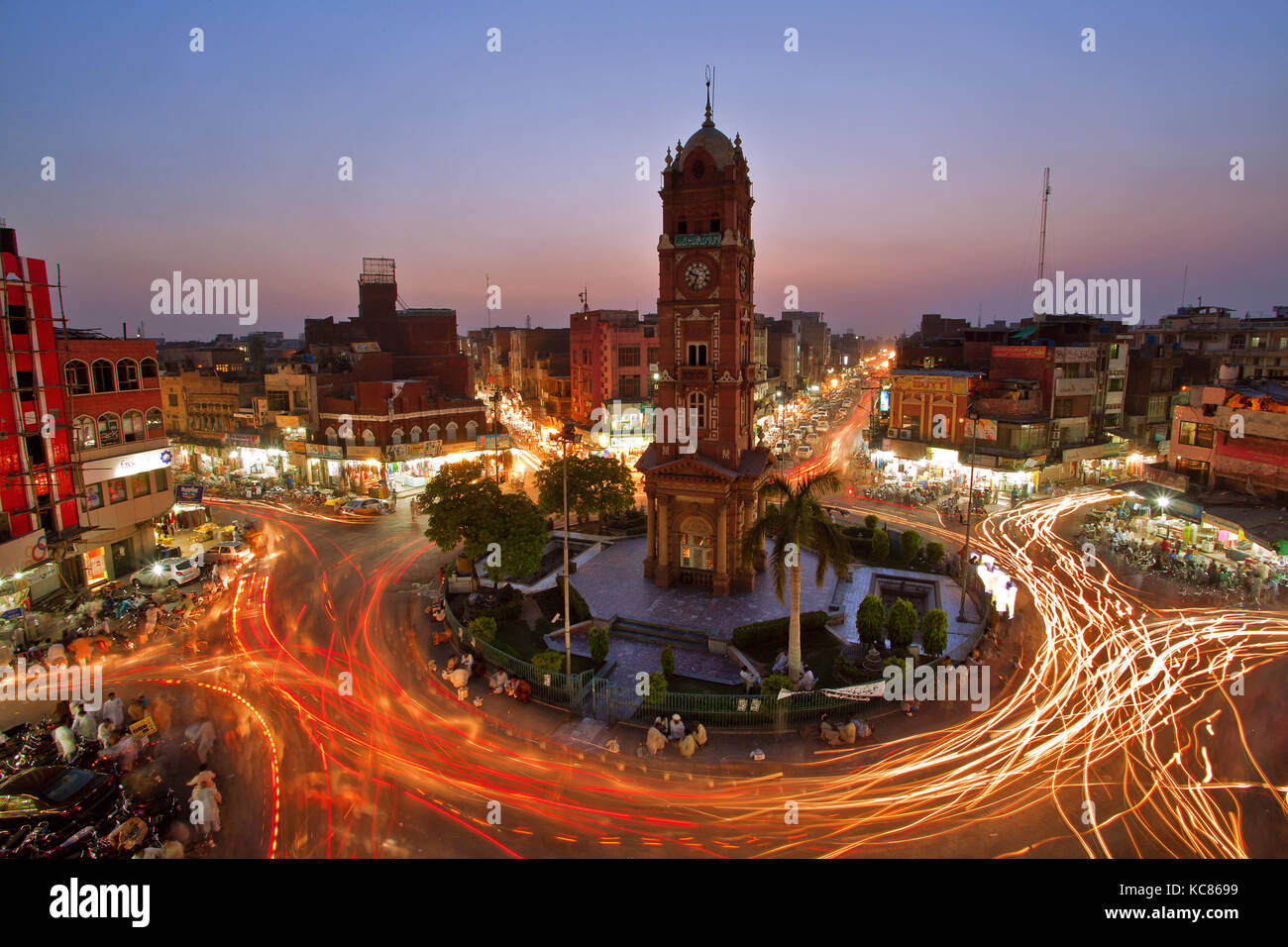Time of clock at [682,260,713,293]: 9:33
